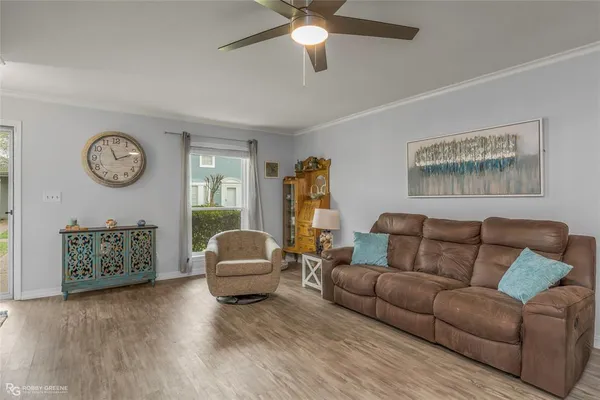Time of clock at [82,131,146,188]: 11:11
